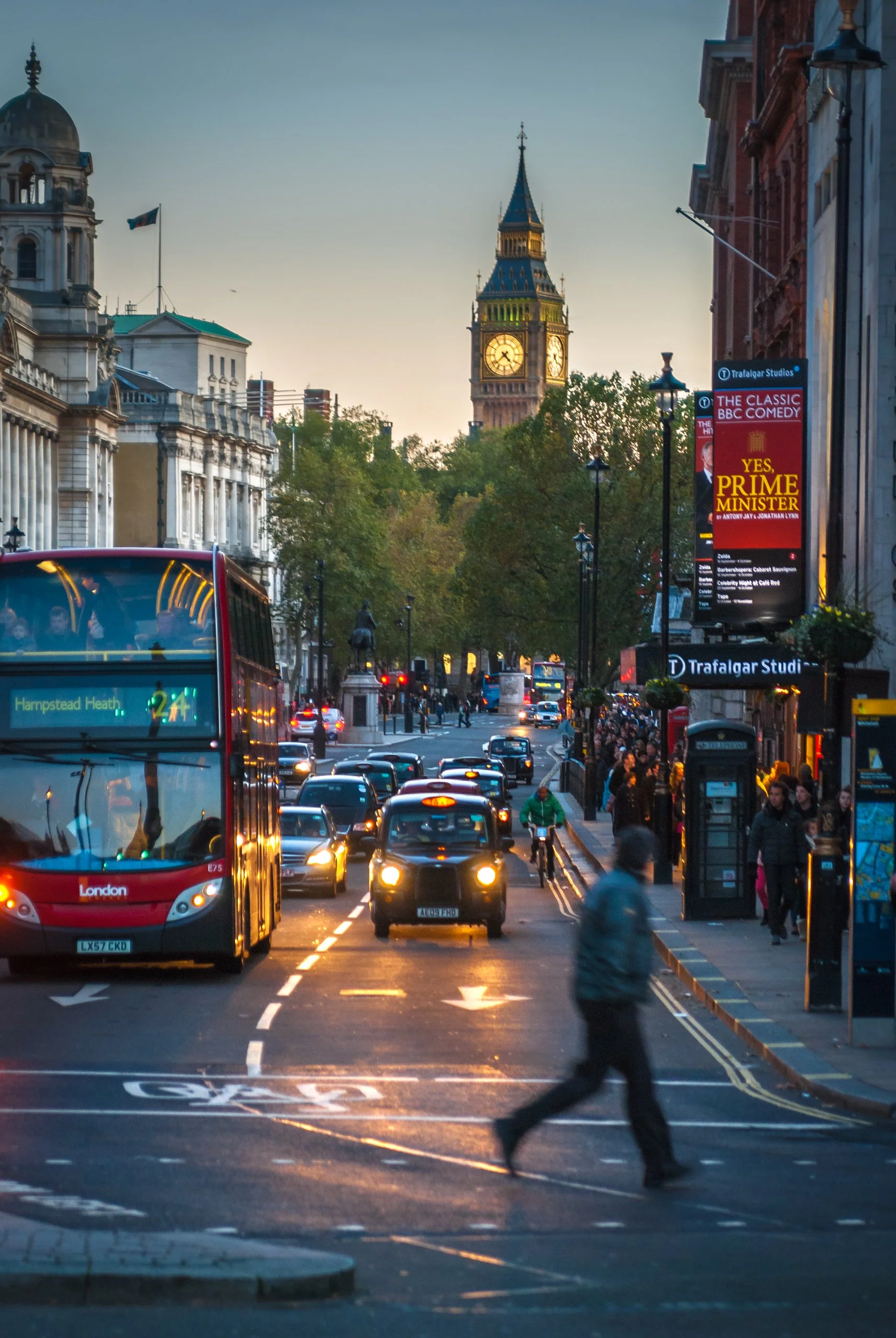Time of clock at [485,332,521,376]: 4:37
